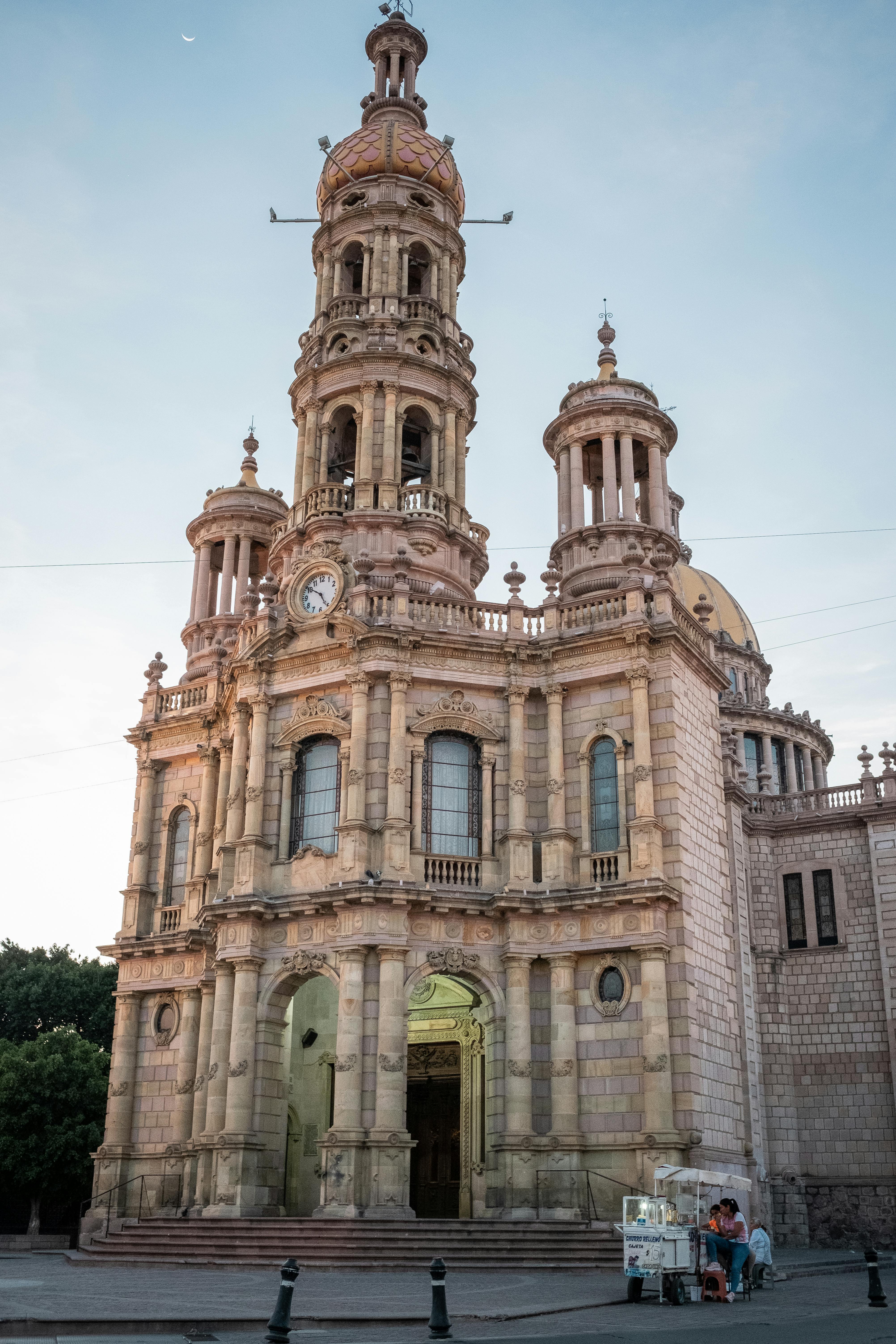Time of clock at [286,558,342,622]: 4:50
